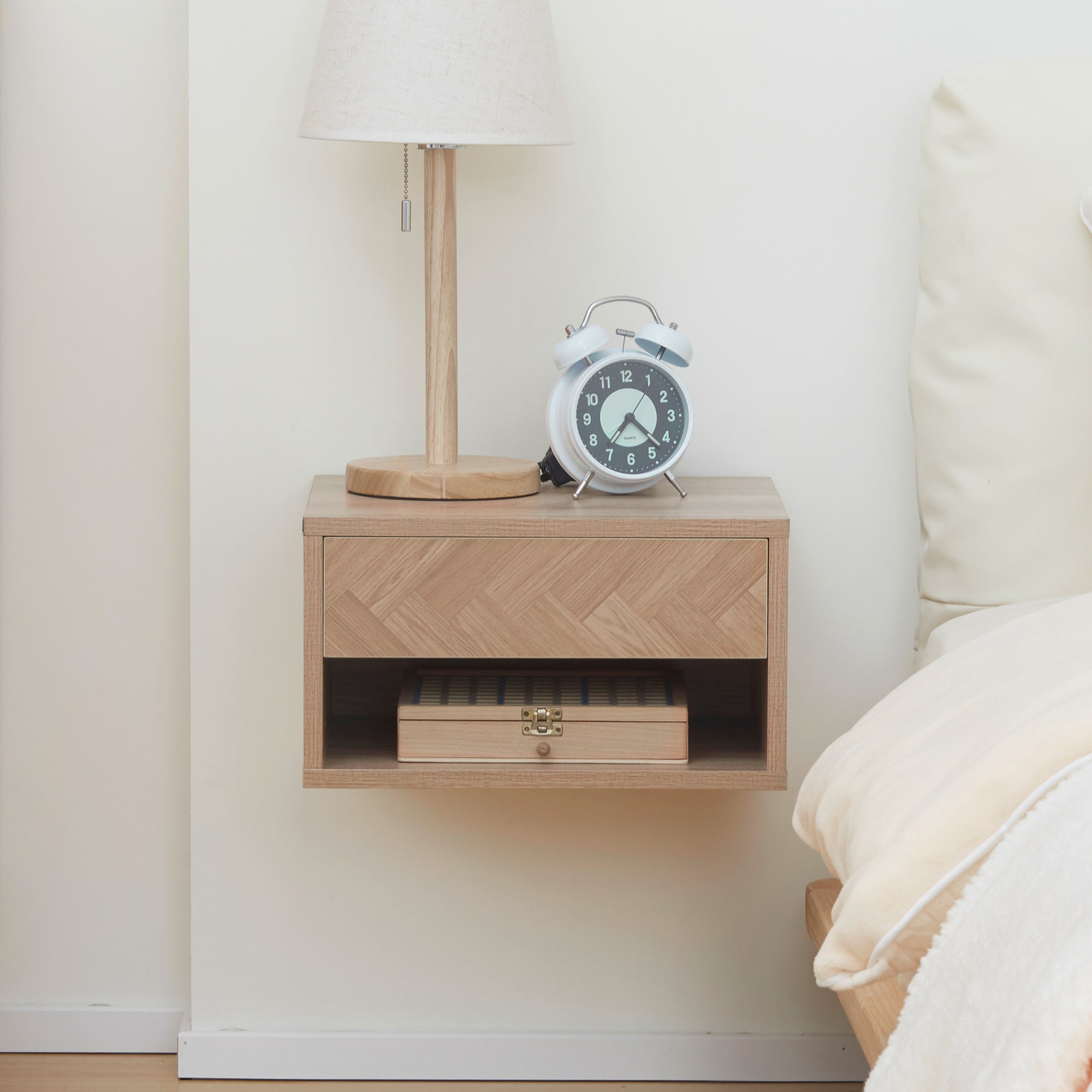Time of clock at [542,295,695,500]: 7:22
